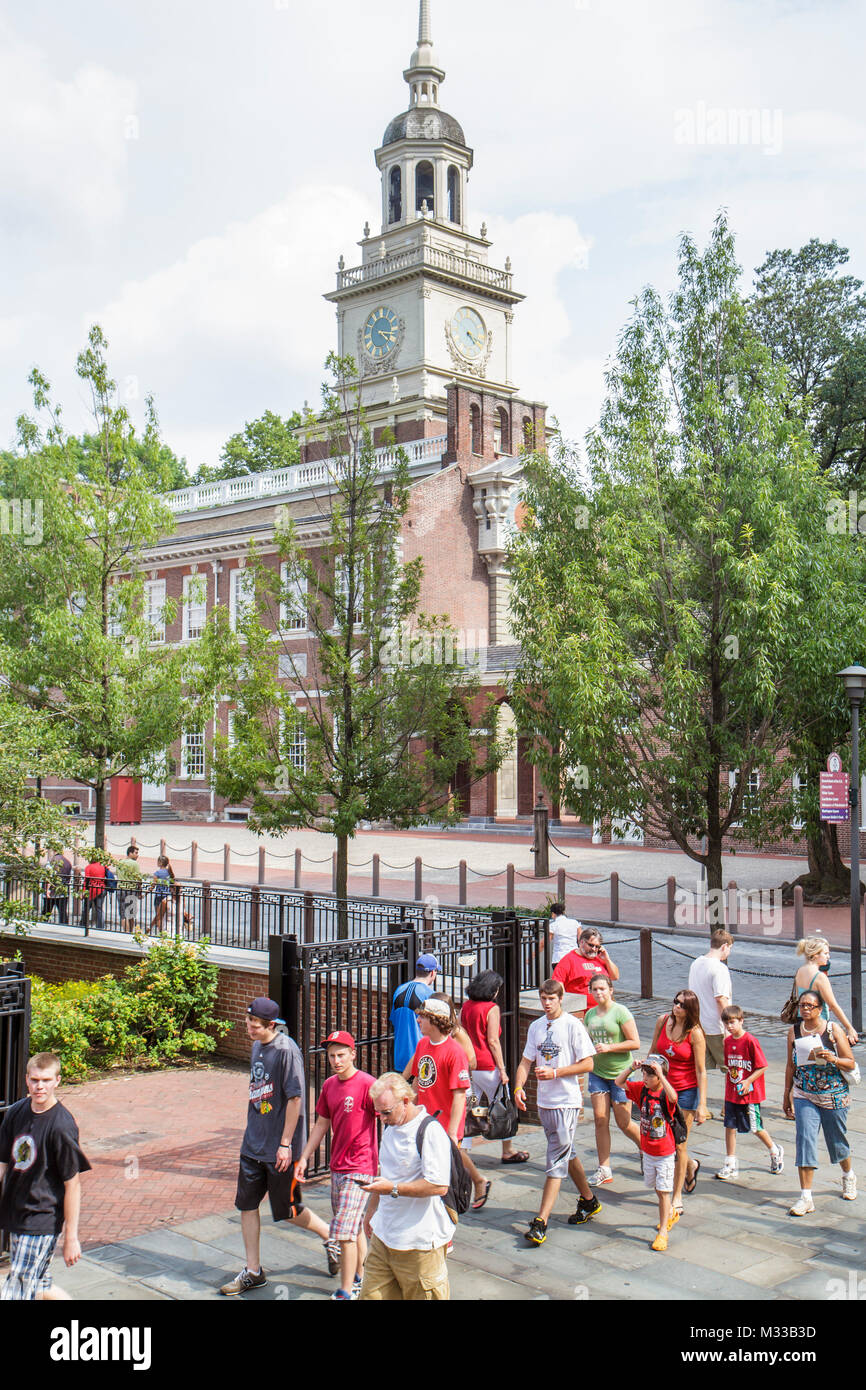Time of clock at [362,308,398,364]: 4:16
